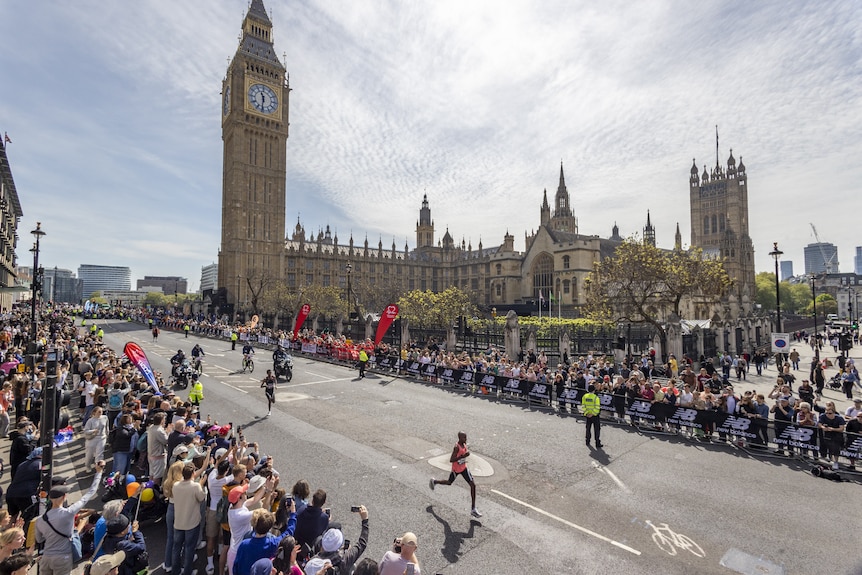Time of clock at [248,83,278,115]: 11:31
